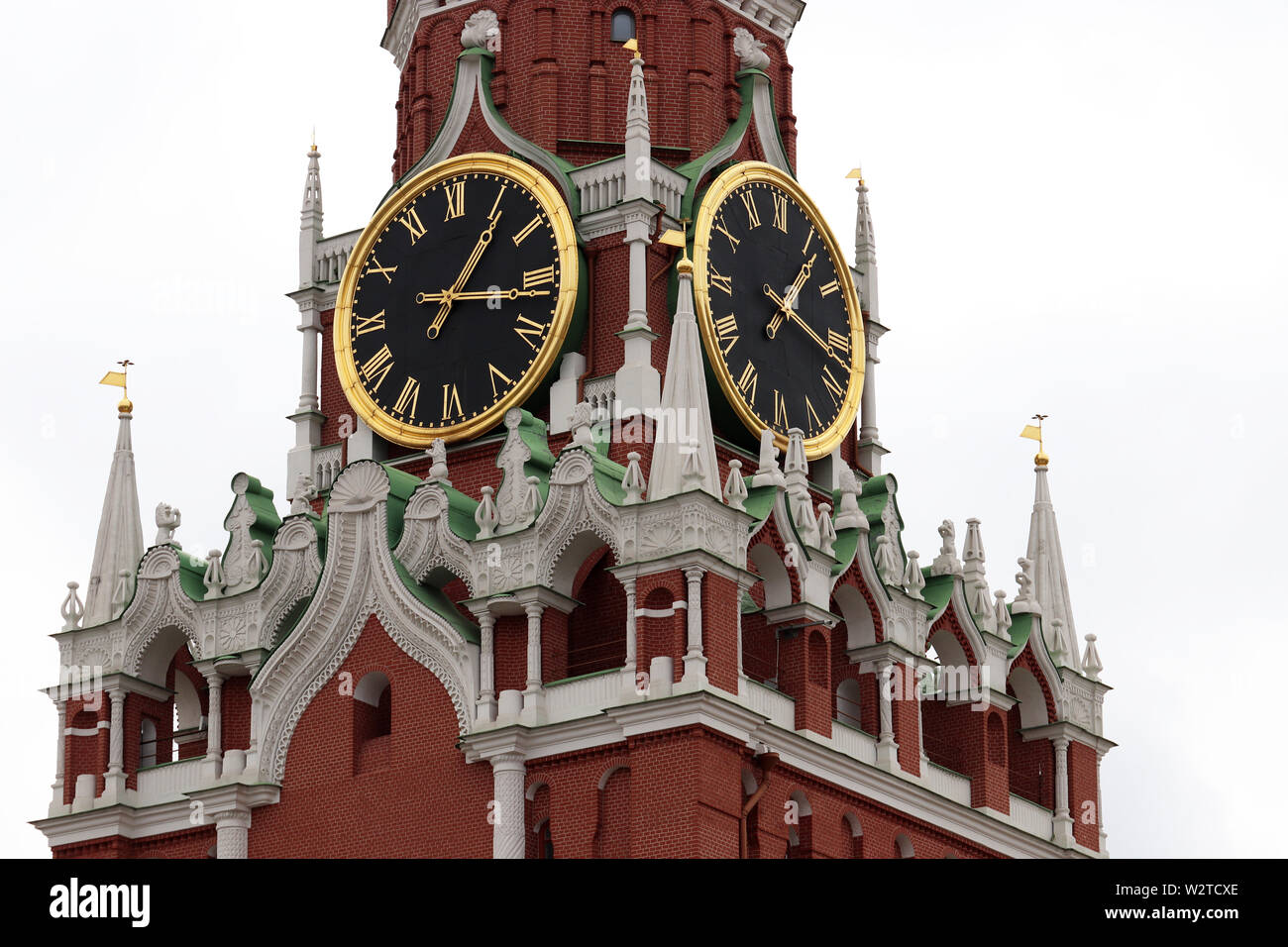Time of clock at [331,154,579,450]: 1:16
